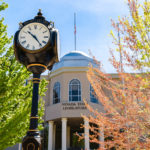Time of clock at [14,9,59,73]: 10:23
